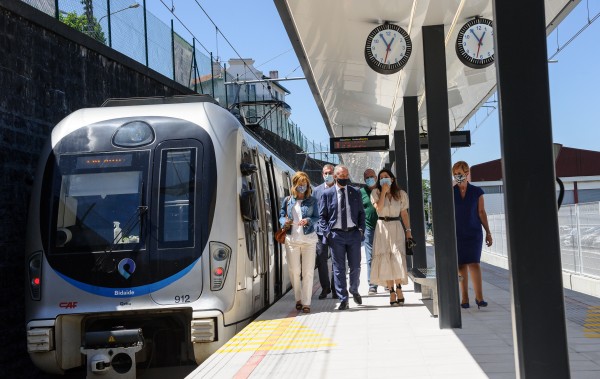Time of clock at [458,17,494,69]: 12:54
